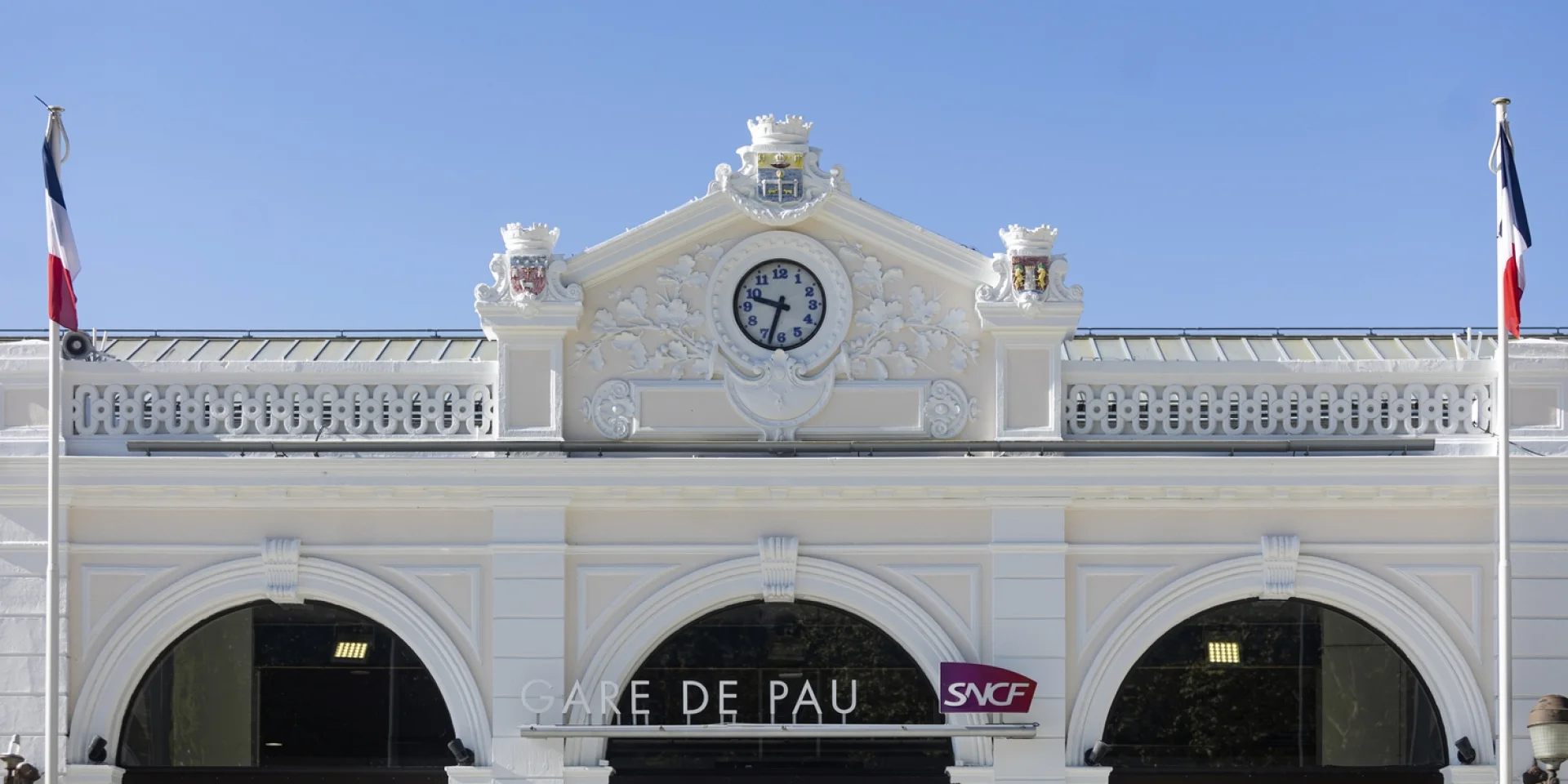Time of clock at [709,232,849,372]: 9:33
